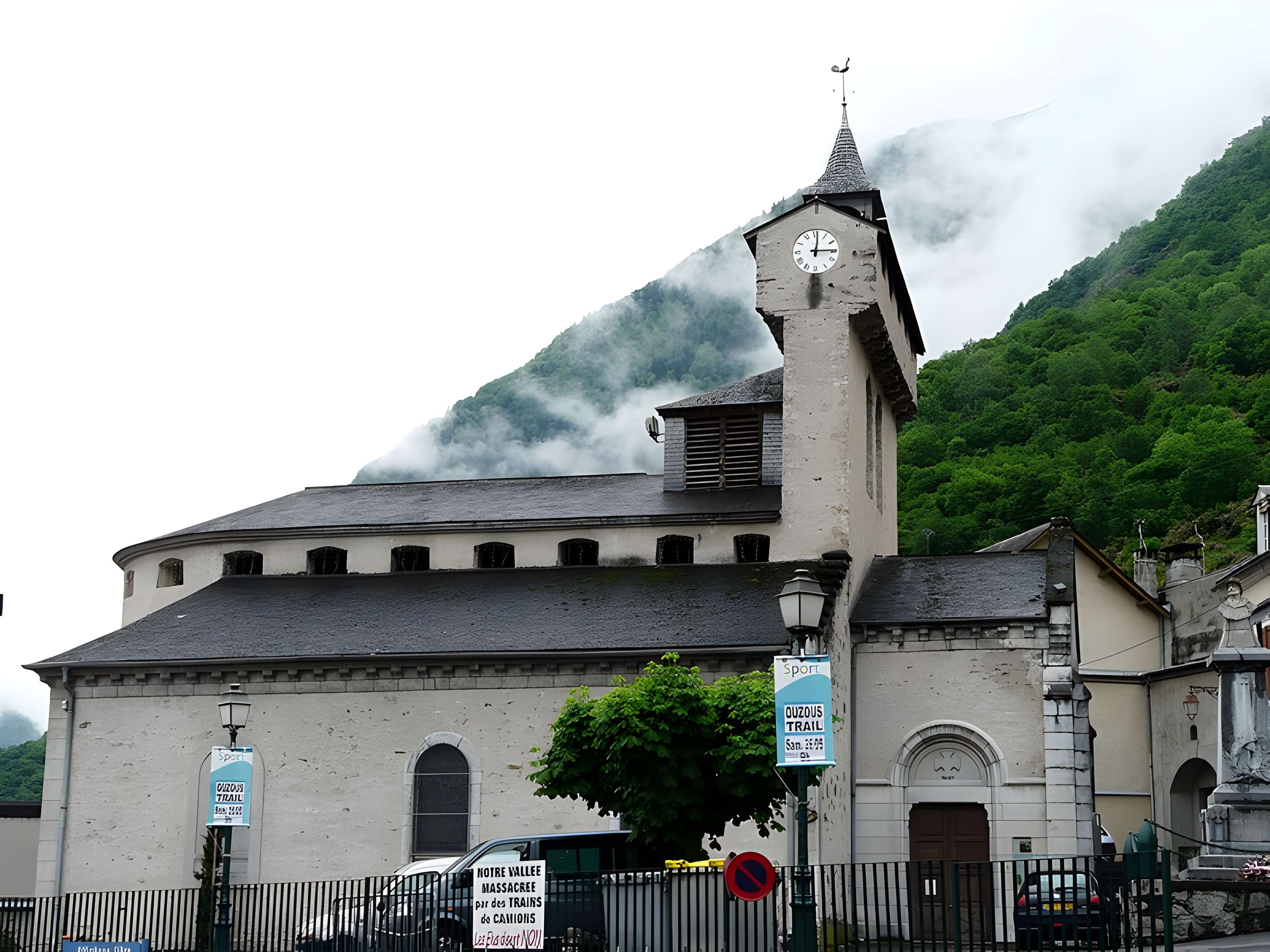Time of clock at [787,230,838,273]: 12:14
